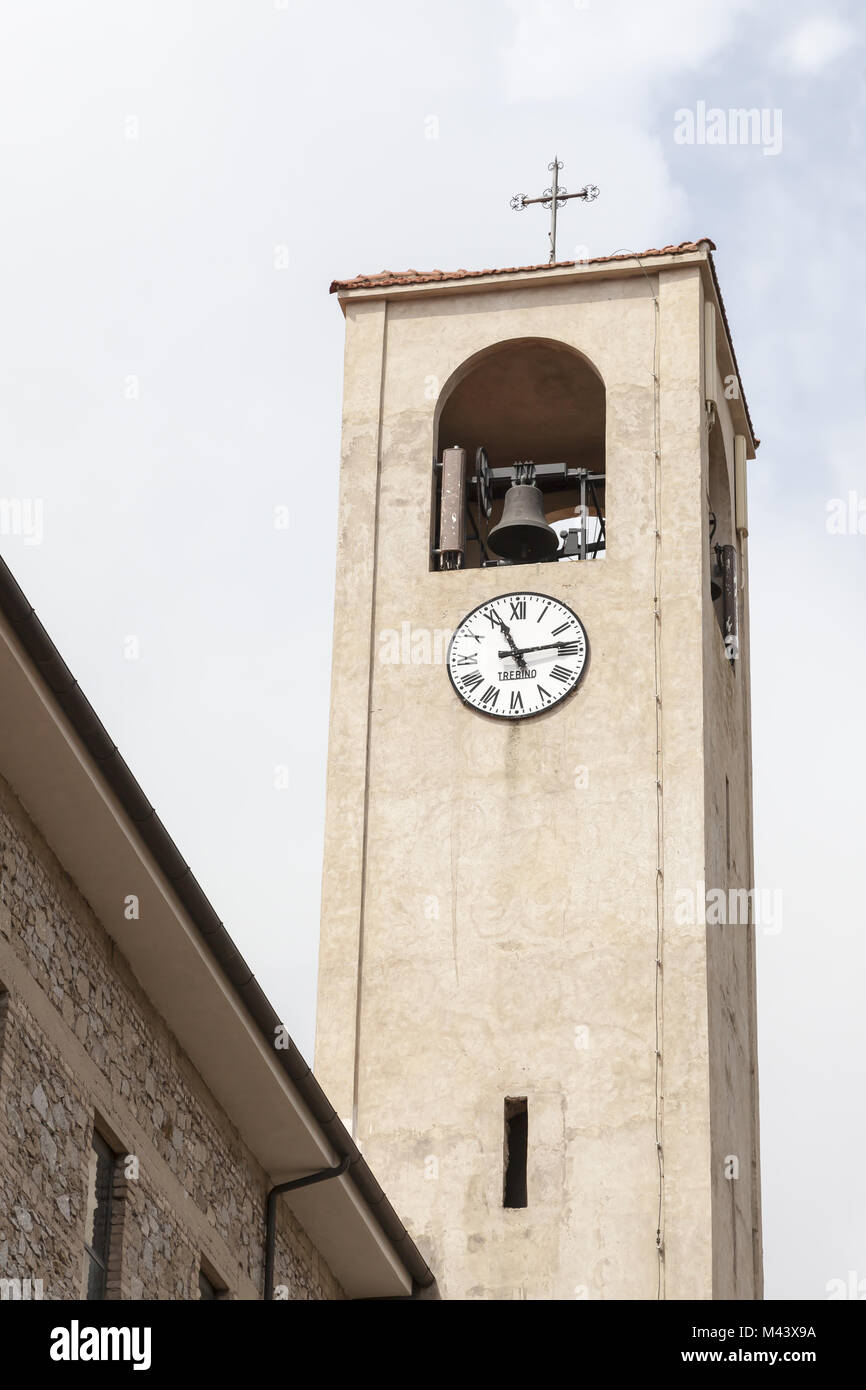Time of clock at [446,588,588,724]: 11:13
